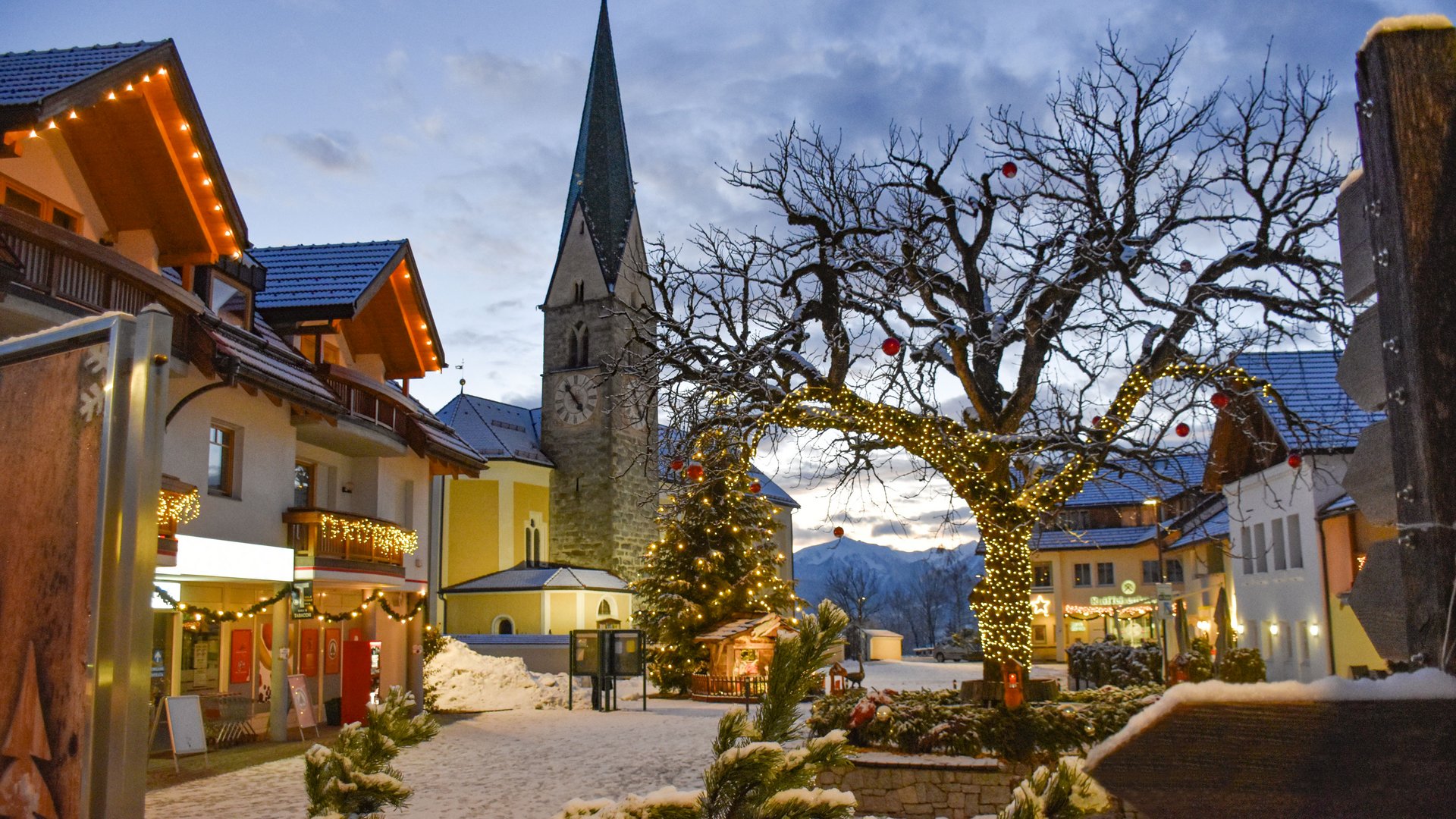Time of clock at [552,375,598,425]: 4:53
